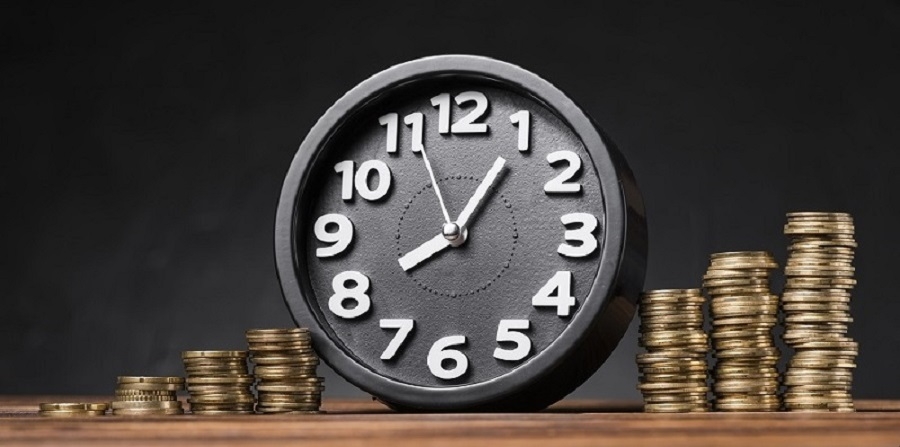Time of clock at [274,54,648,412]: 8:05
